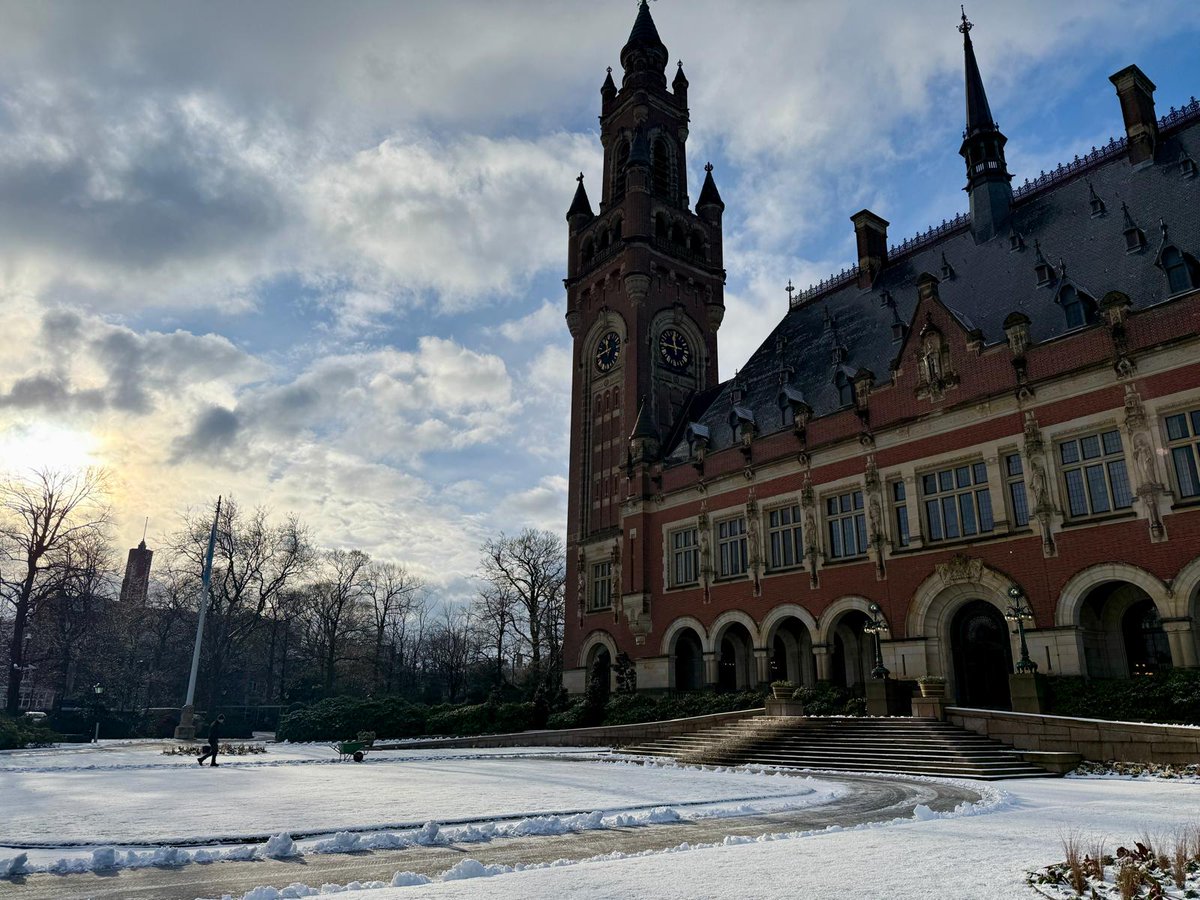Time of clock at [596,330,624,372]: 11:42
